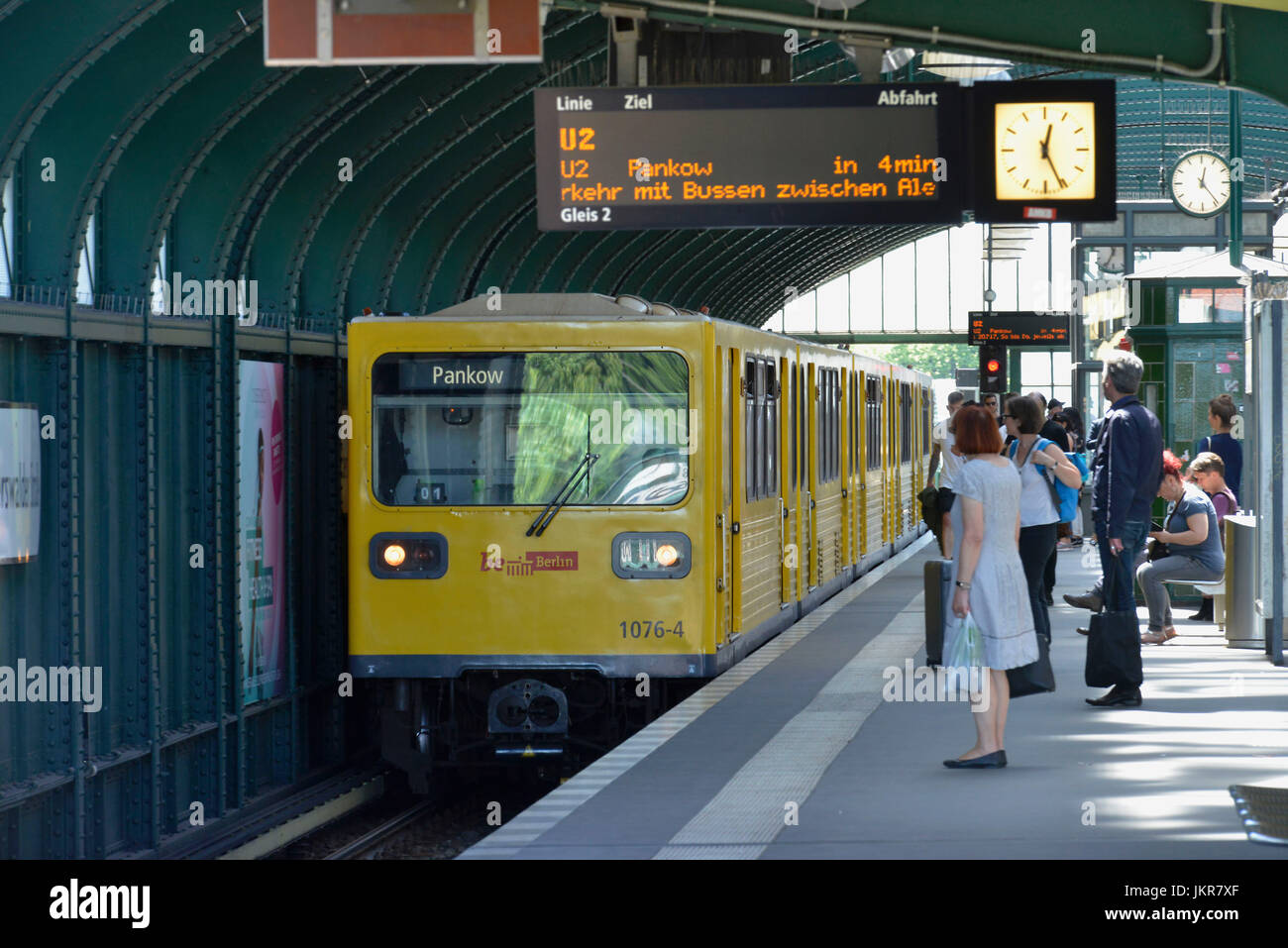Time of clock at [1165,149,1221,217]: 12:23
